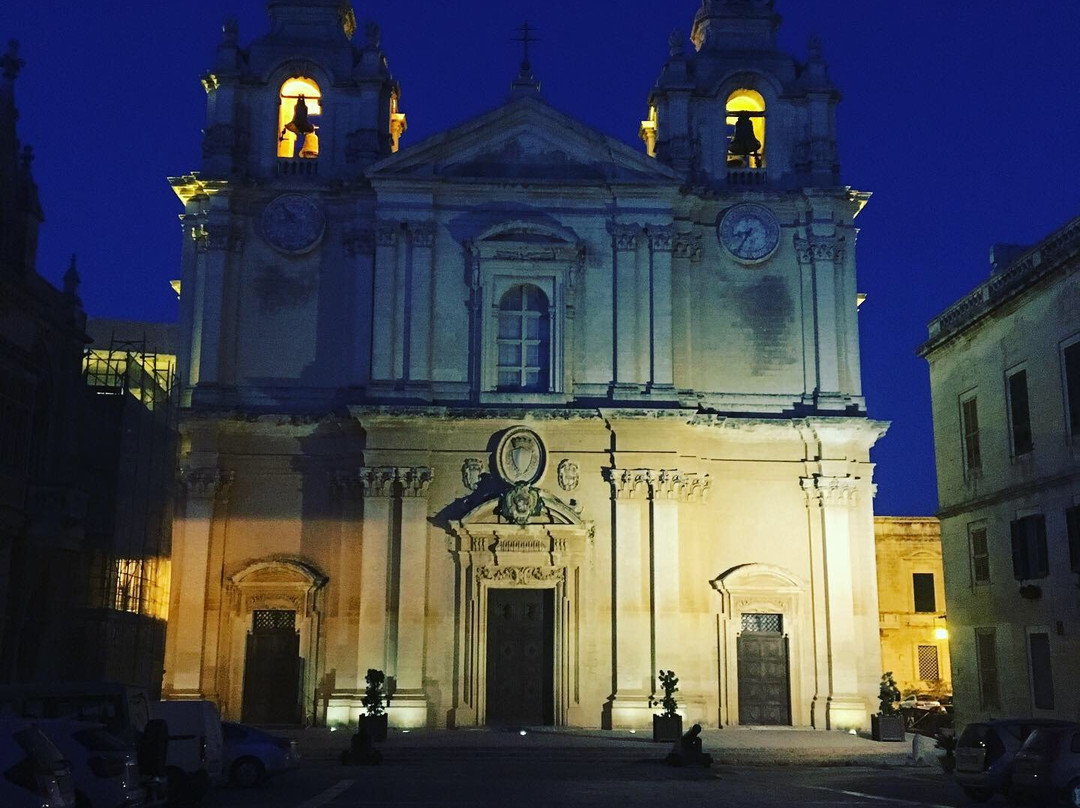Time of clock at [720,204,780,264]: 8:35
